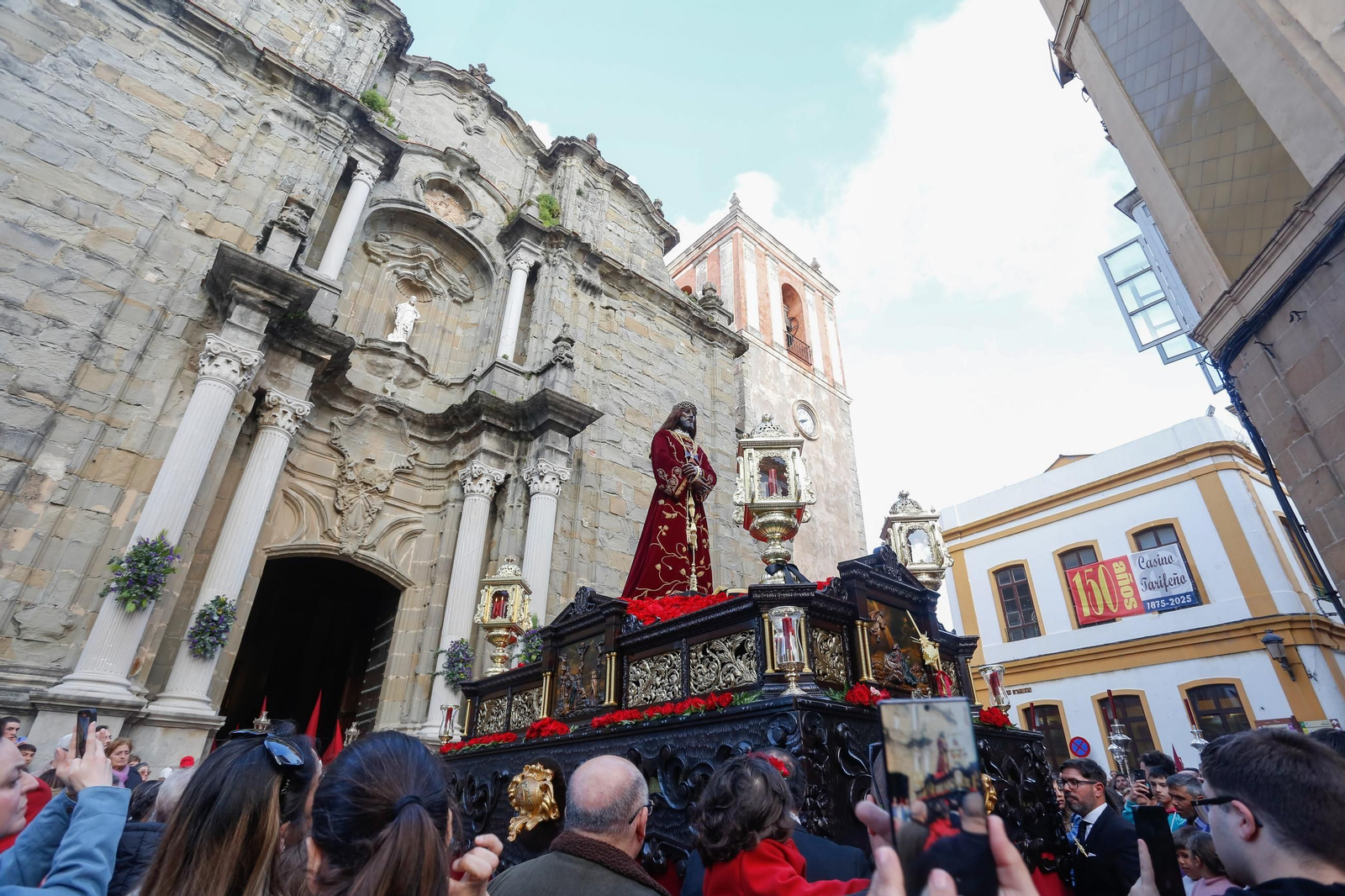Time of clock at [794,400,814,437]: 7:40
